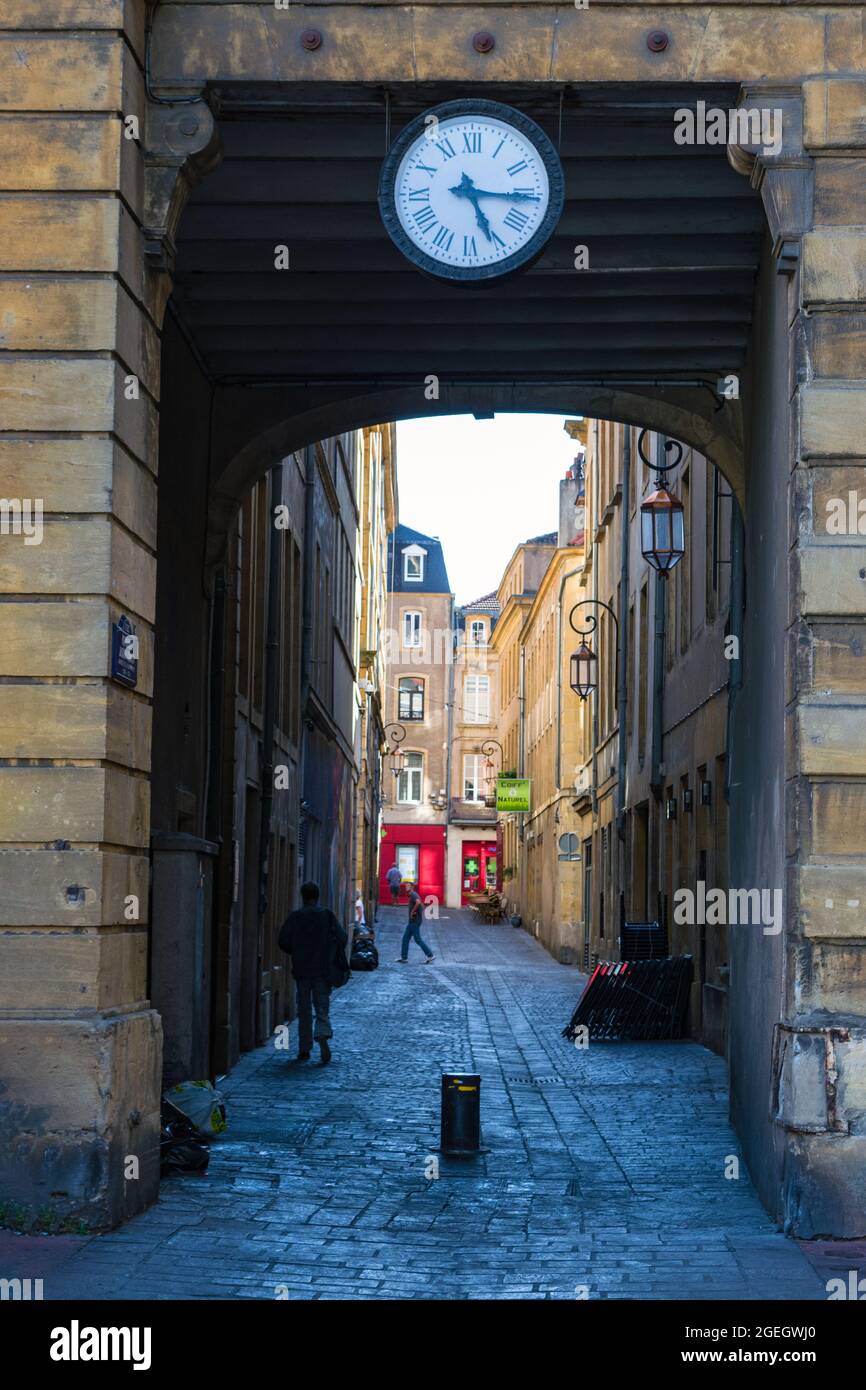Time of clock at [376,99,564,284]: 5:15
